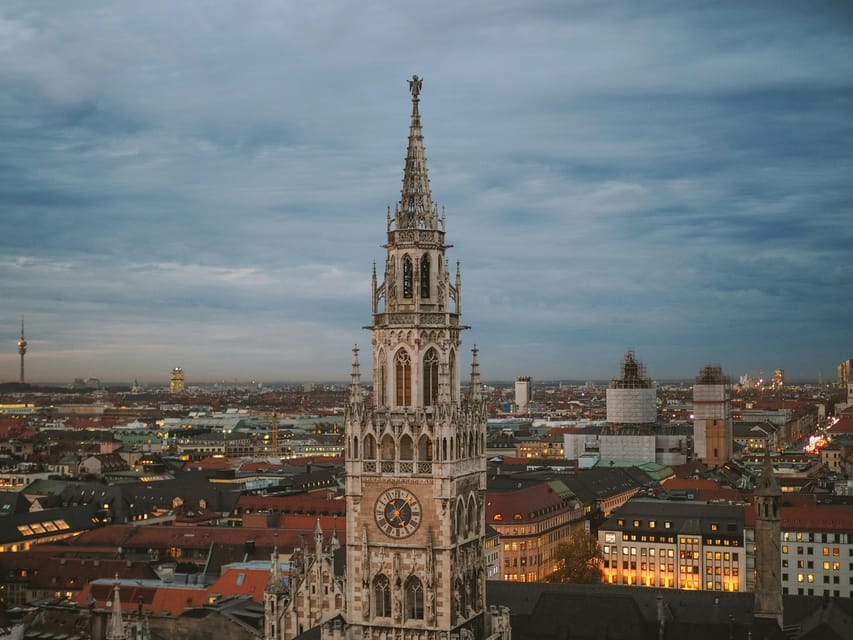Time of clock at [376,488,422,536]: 5:06
